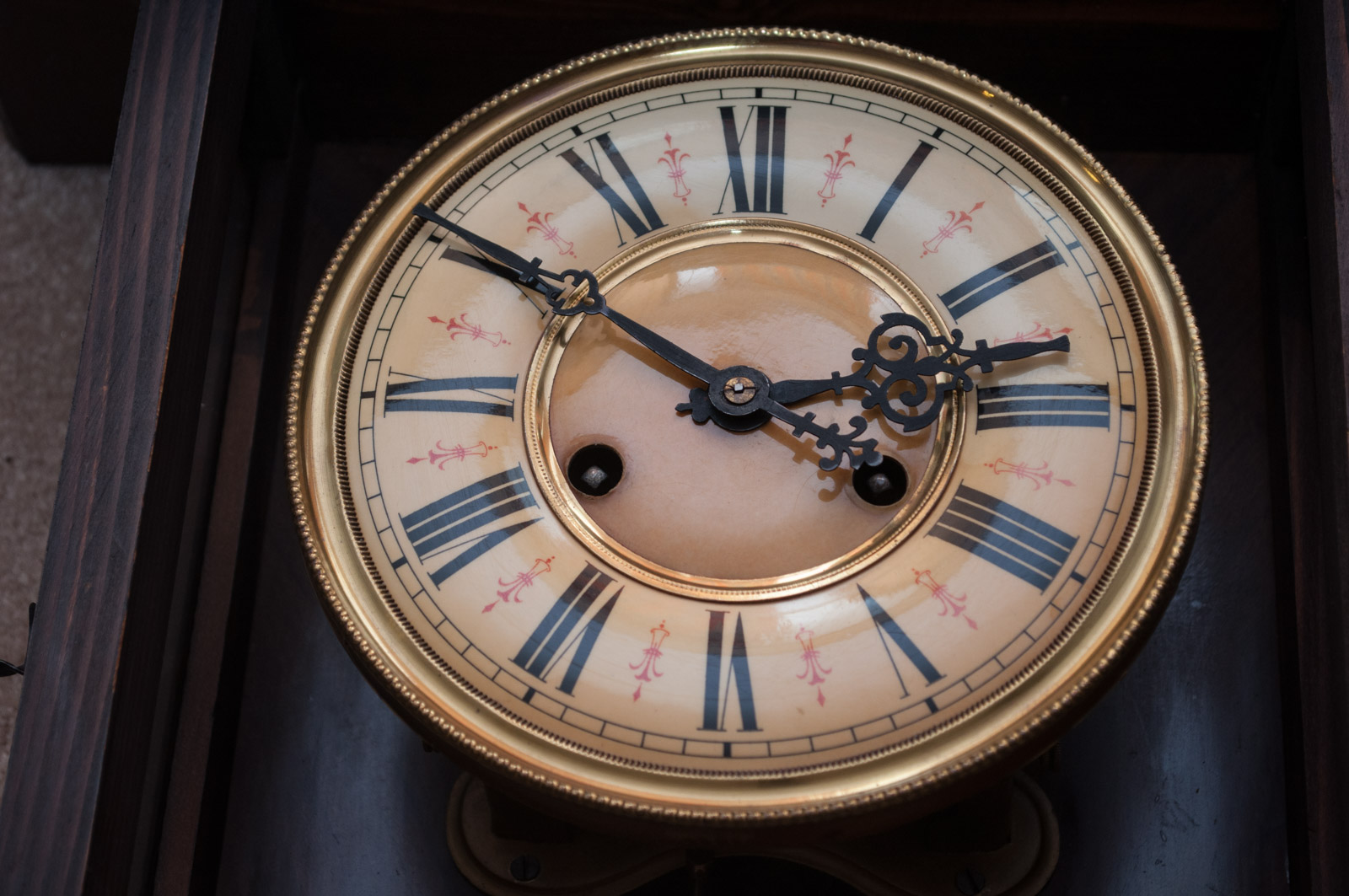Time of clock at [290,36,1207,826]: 2:50
